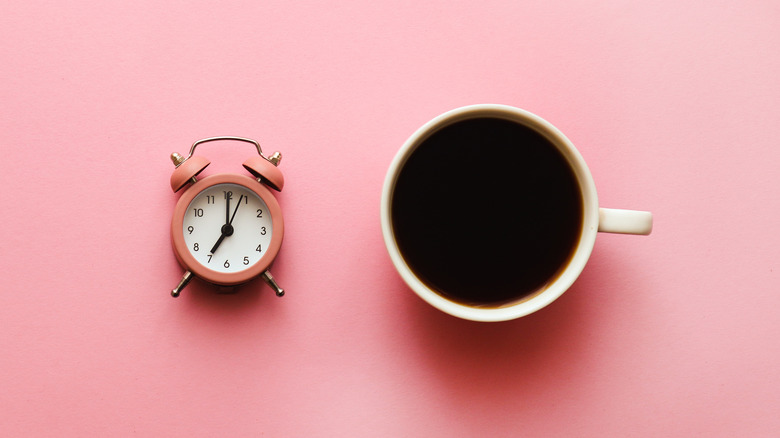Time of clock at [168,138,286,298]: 7:00
